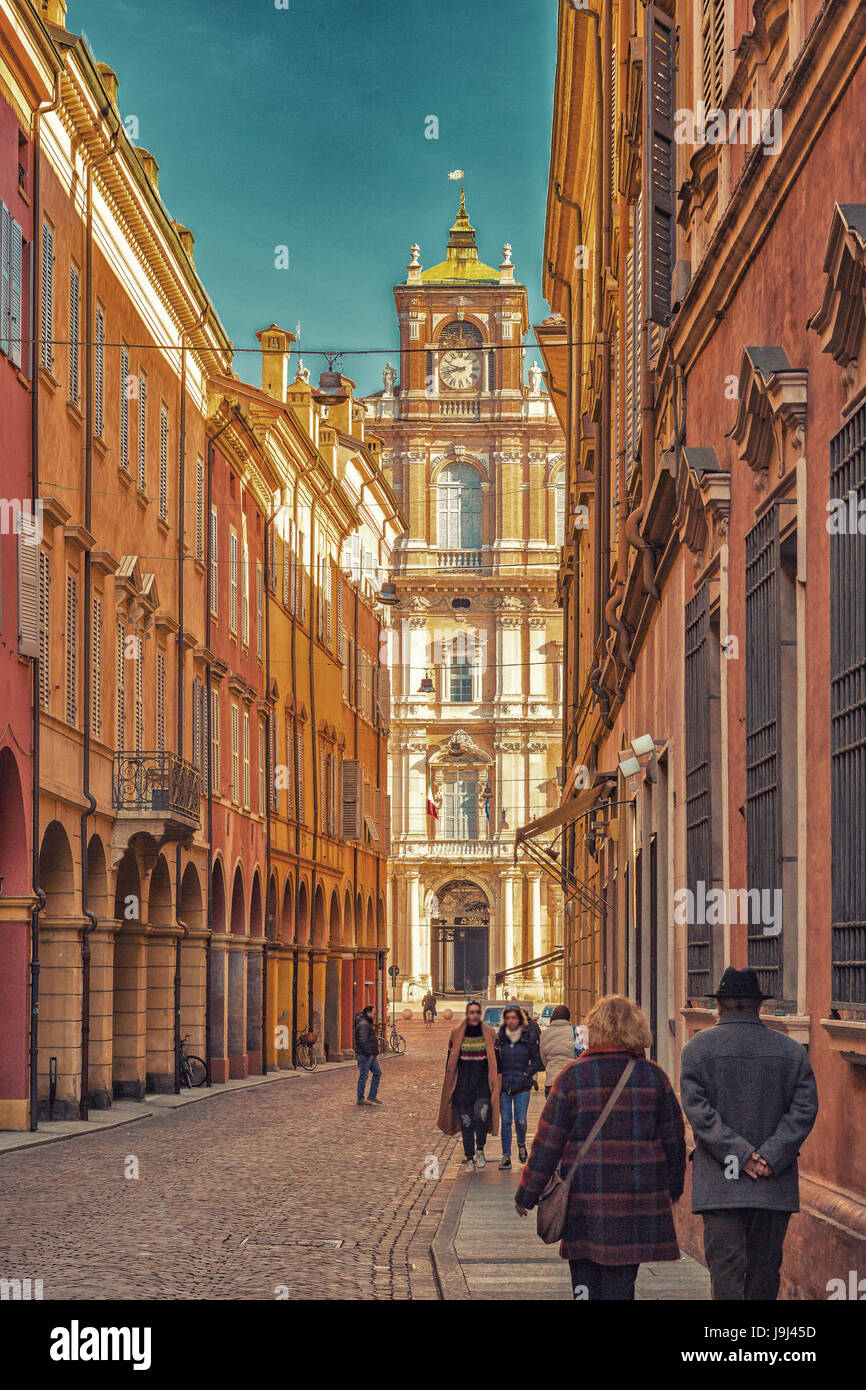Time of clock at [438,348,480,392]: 9:42
